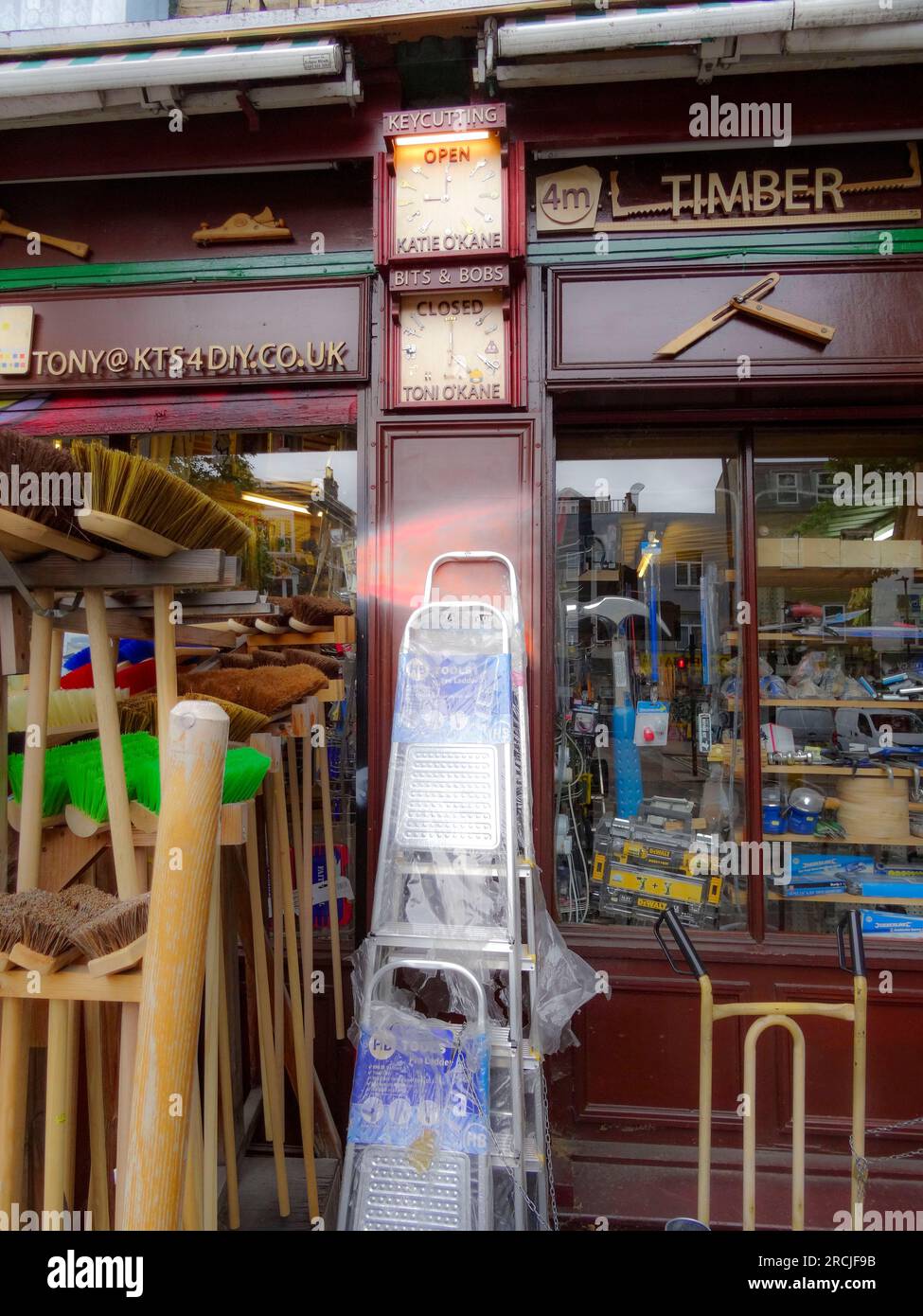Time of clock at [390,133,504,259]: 8:59
